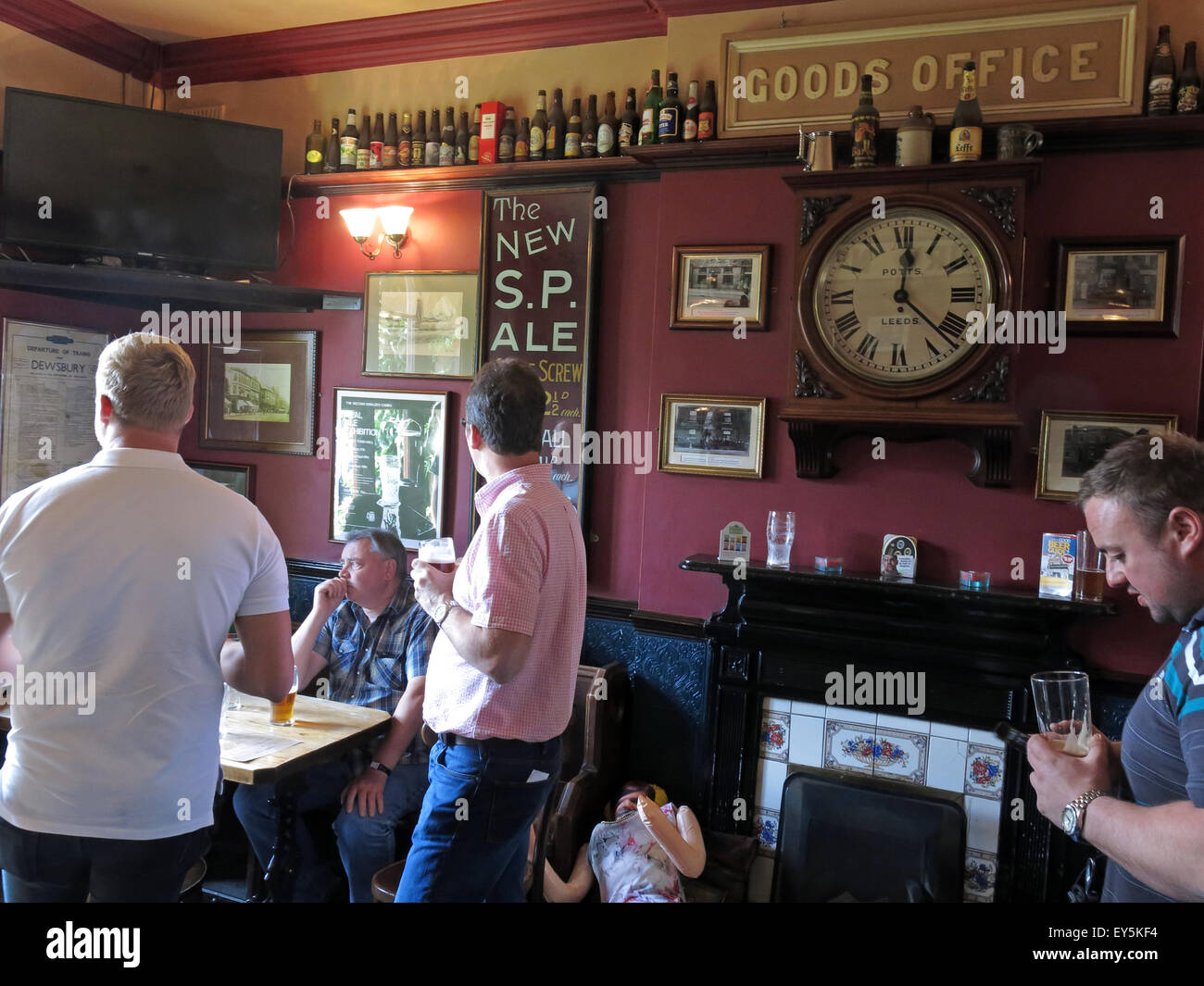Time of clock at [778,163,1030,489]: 12:22
